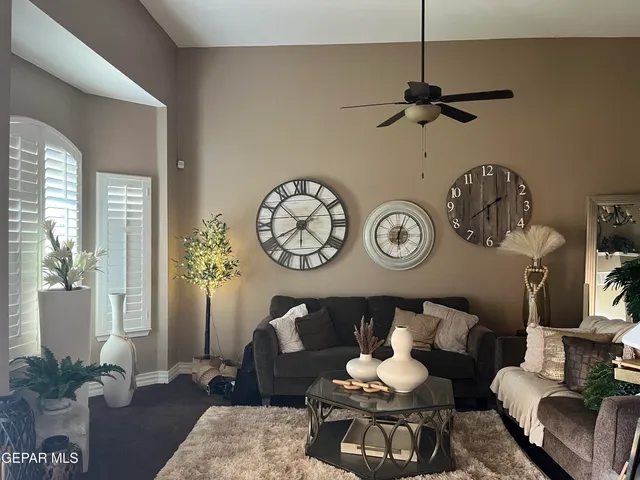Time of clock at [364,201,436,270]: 6:03
